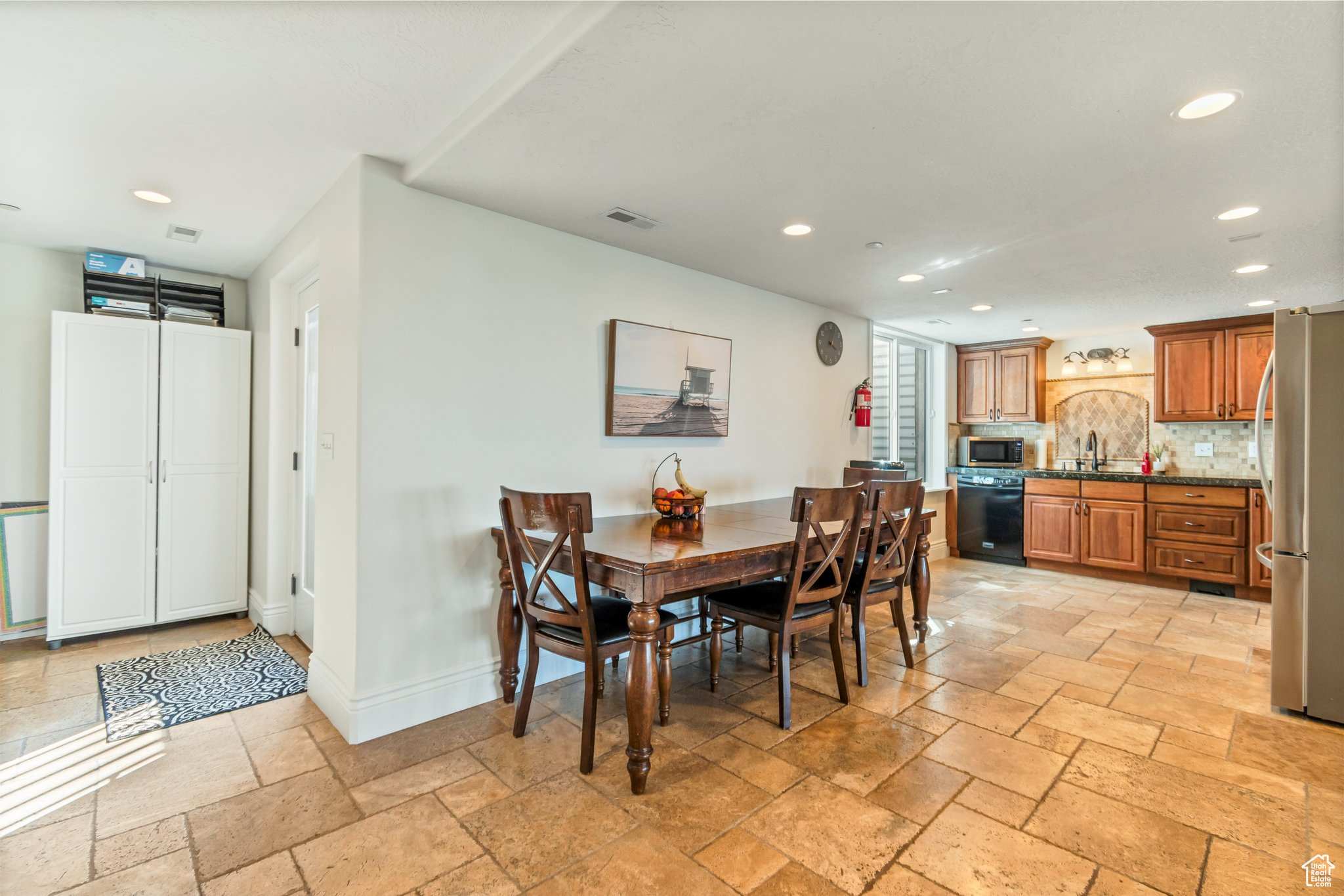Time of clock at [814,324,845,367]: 4:02
